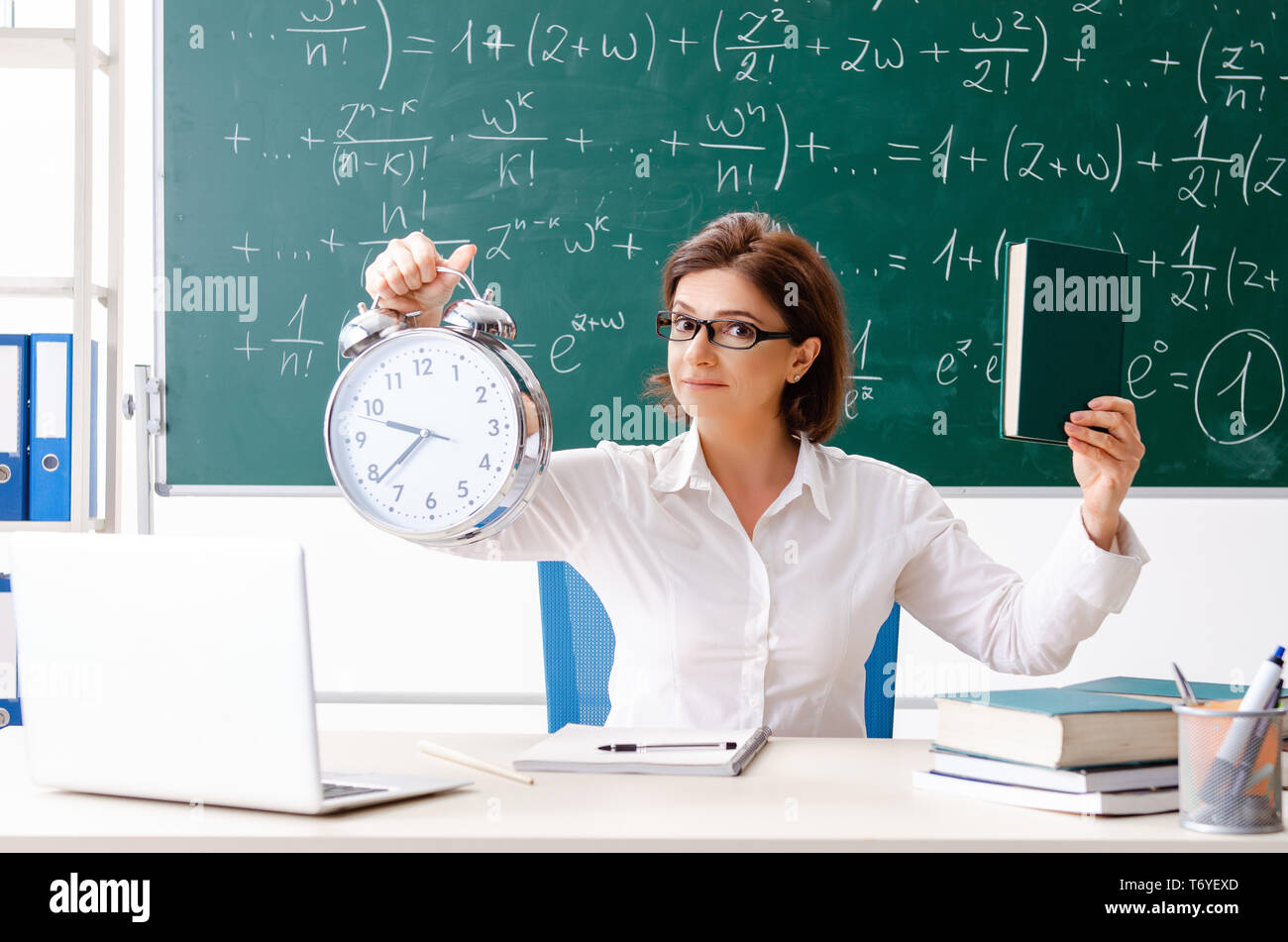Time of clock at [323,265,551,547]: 9:38
